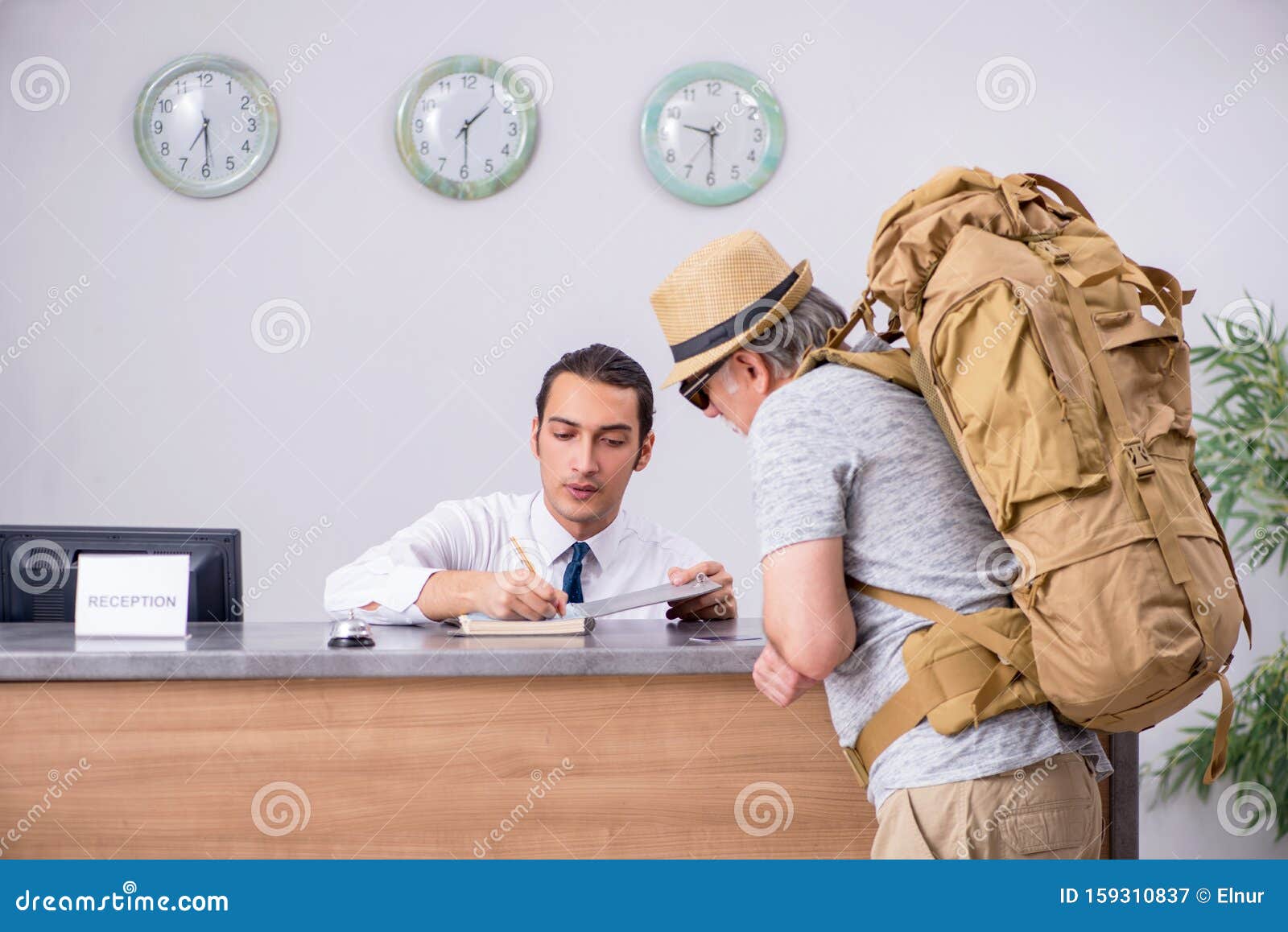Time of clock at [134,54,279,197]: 6:29
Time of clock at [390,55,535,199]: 1:29
